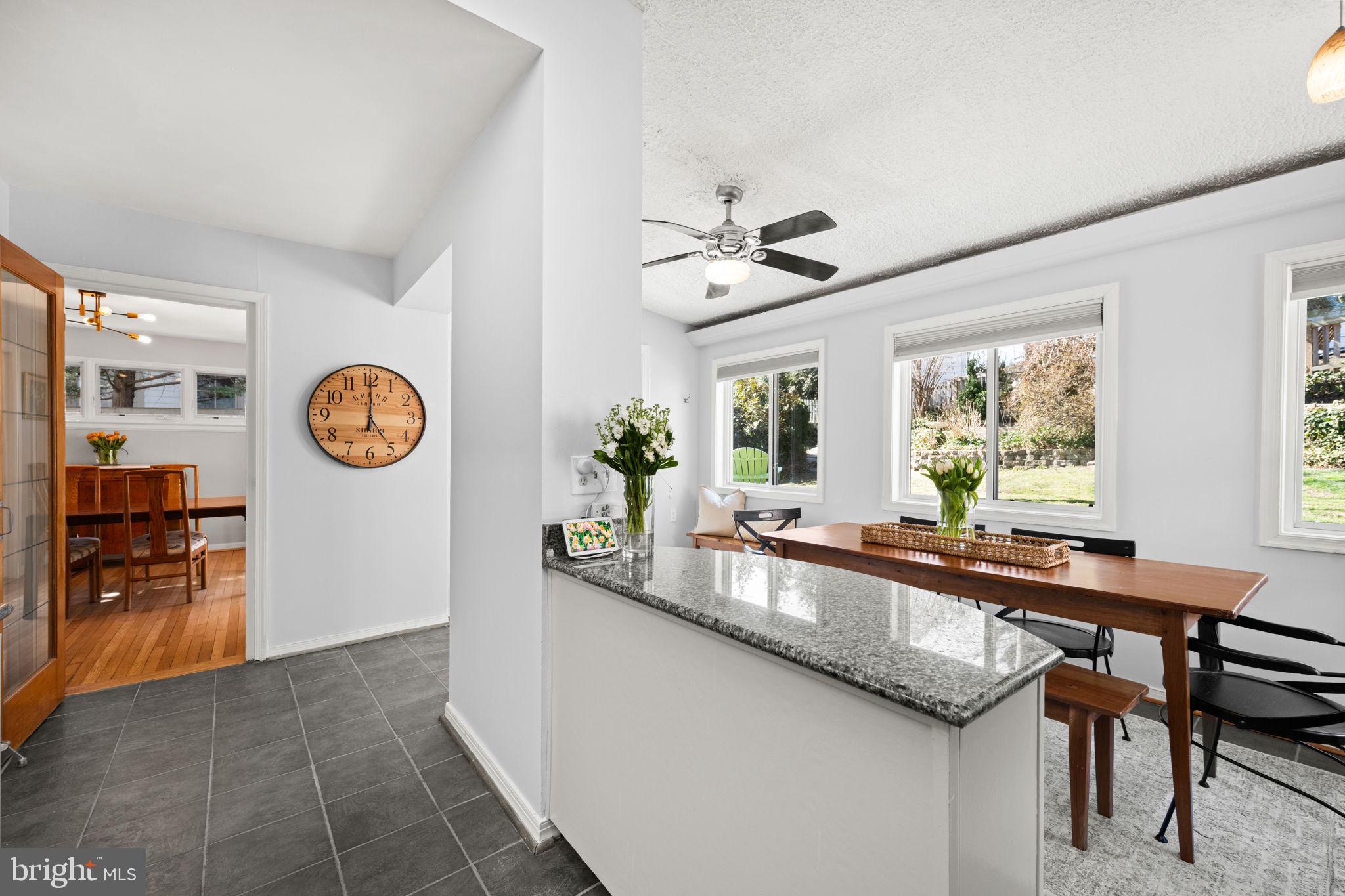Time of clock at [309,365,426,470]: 5:00
